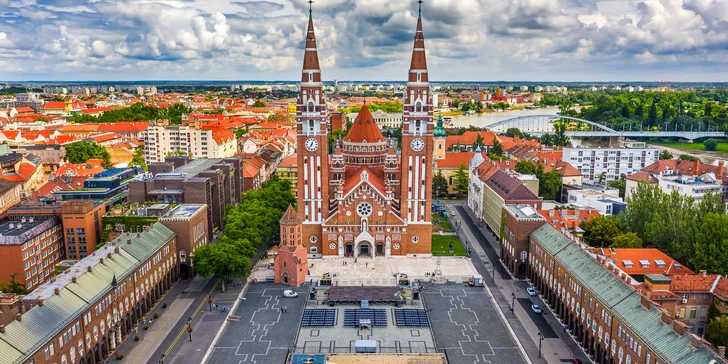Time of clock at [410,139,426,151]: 11:42
